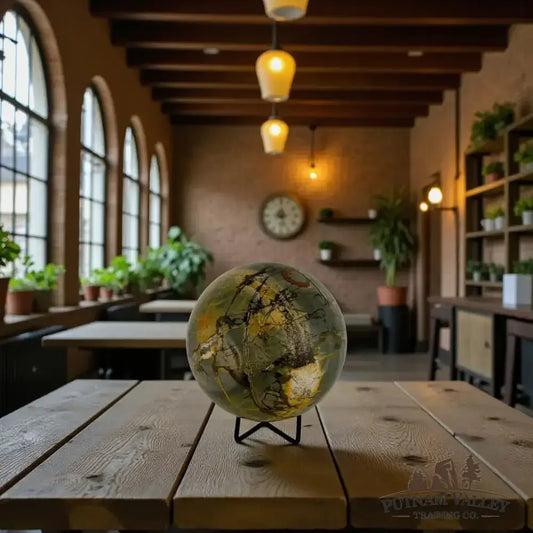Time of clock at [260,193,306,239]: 8:27
